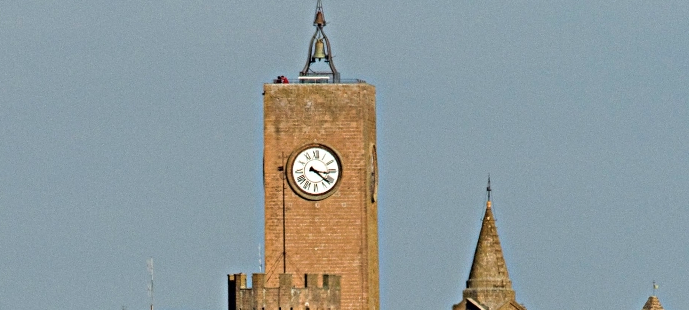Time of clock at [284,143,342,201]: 3:21
